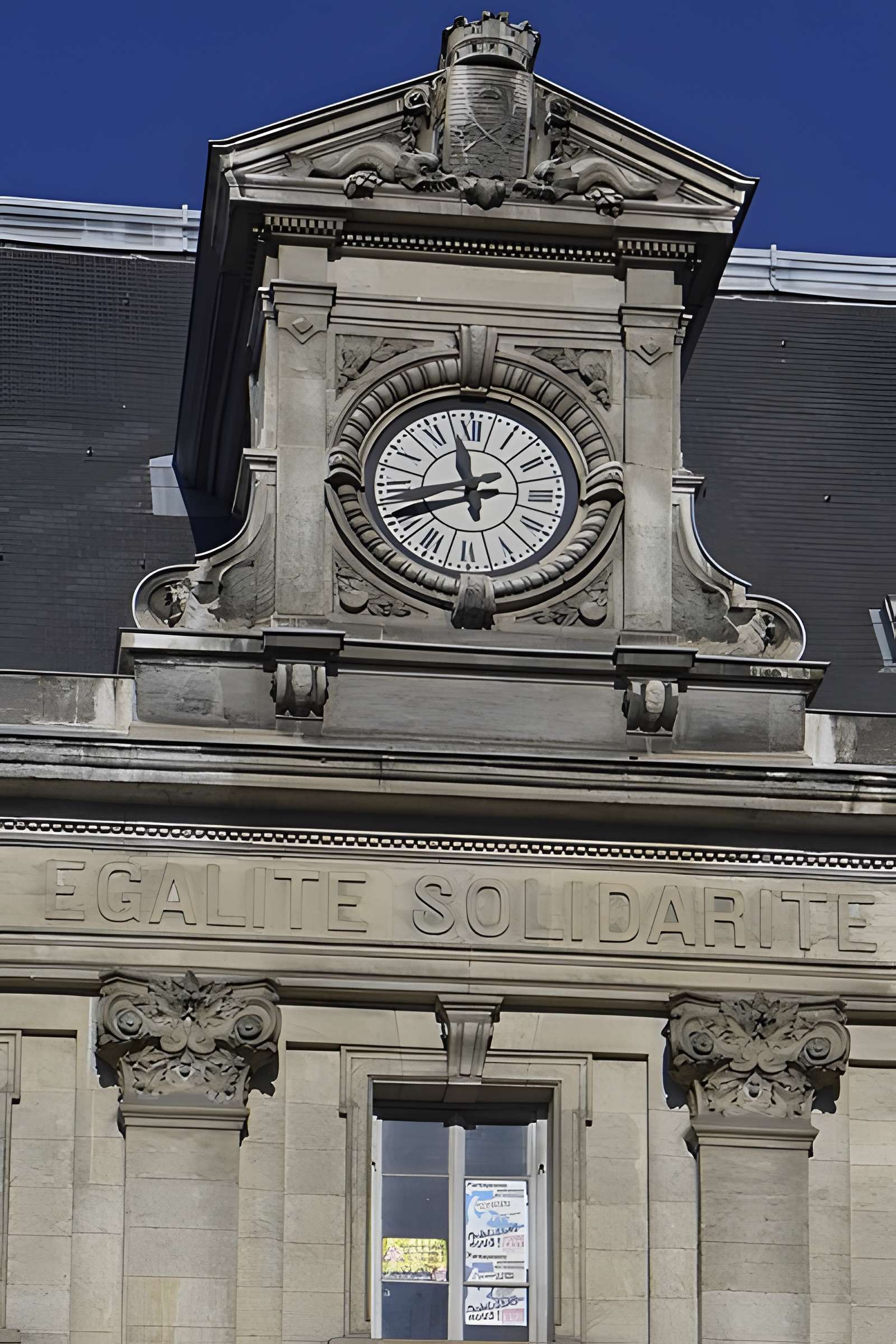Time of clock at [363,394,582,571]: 11:41
